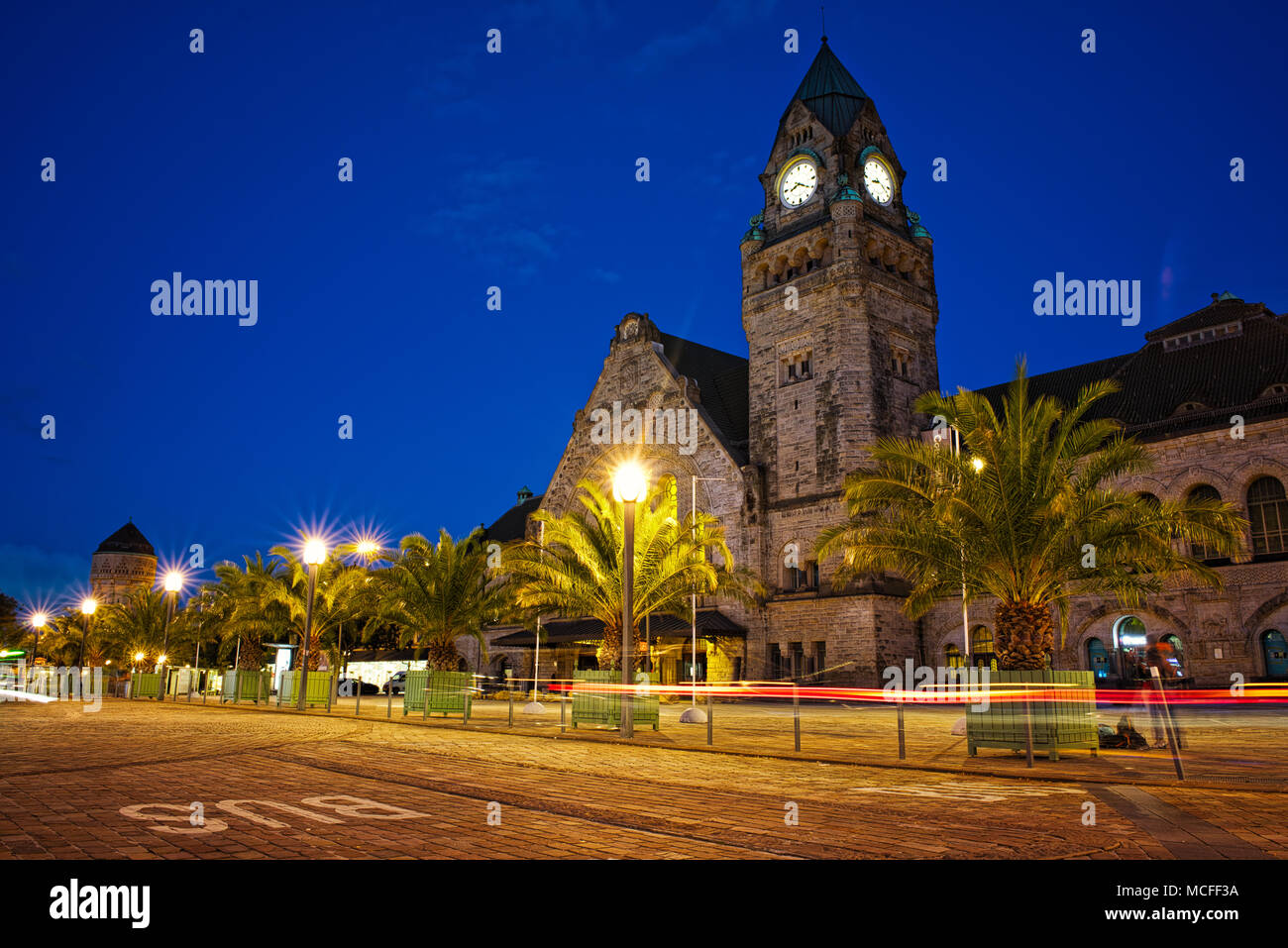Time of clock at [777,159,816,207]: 8:20
